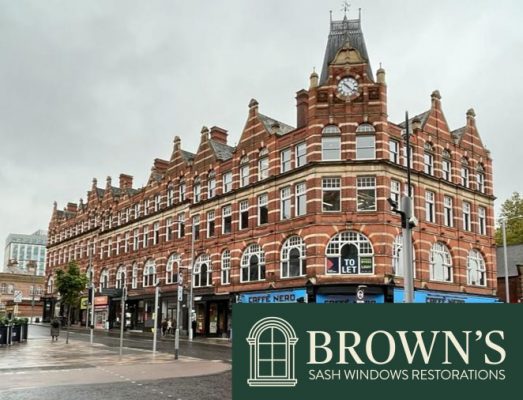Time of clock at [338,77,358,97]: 10:22
